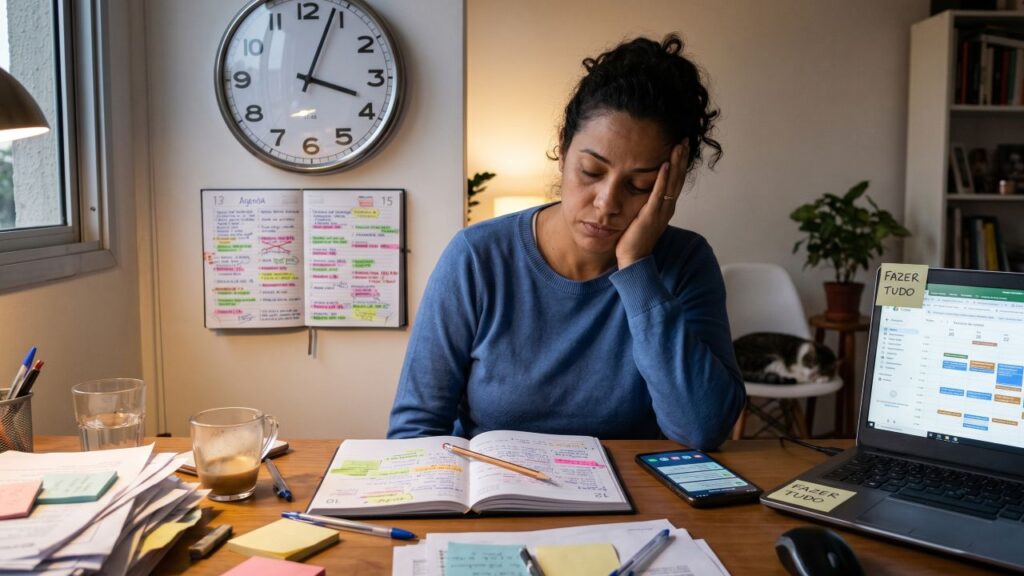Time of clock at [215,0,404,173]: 4:03
